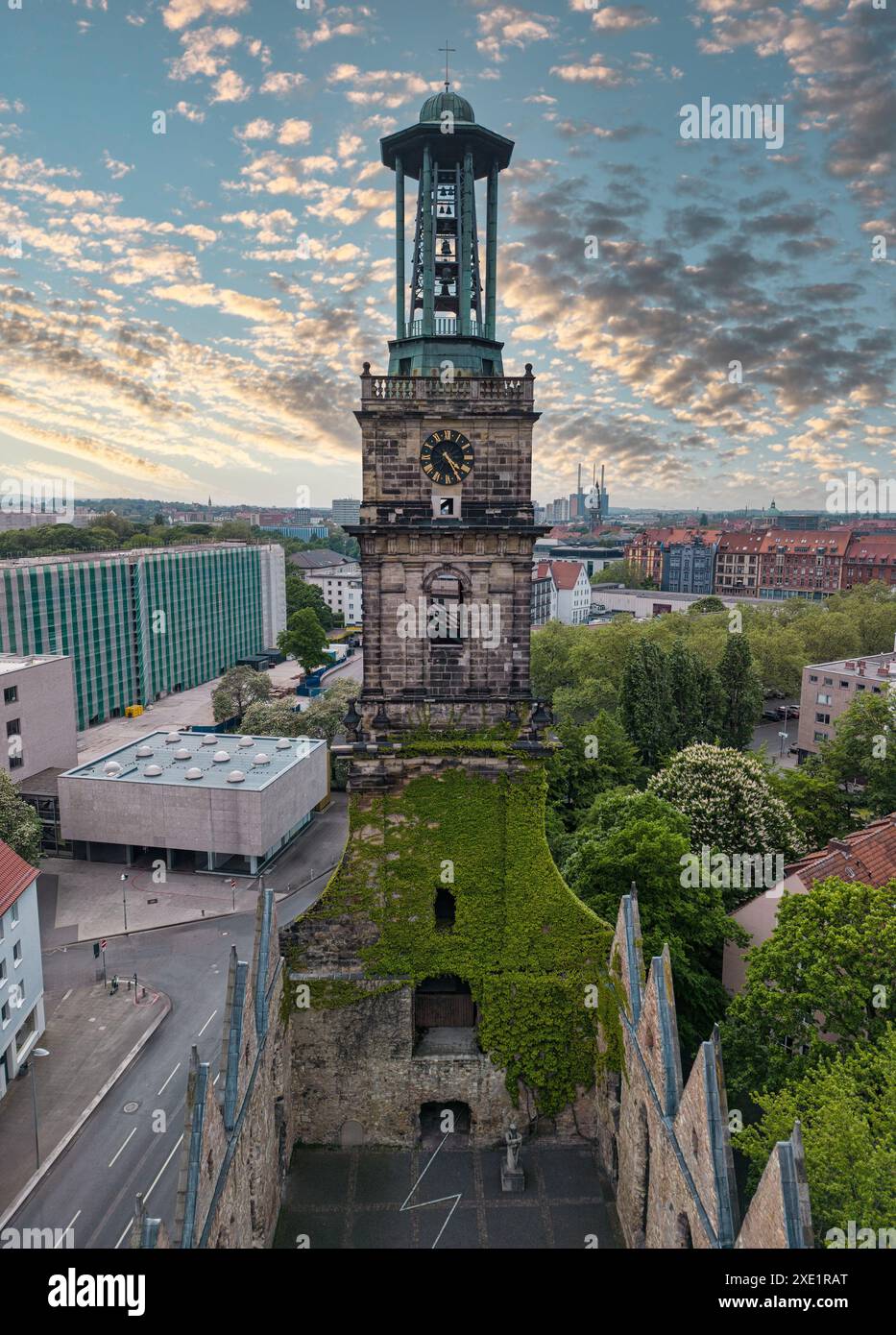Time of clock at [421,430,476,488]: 4:24
